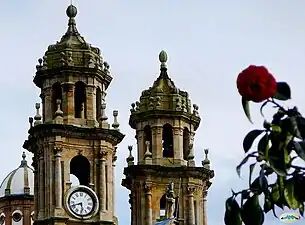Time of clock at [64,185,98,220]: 5:41
